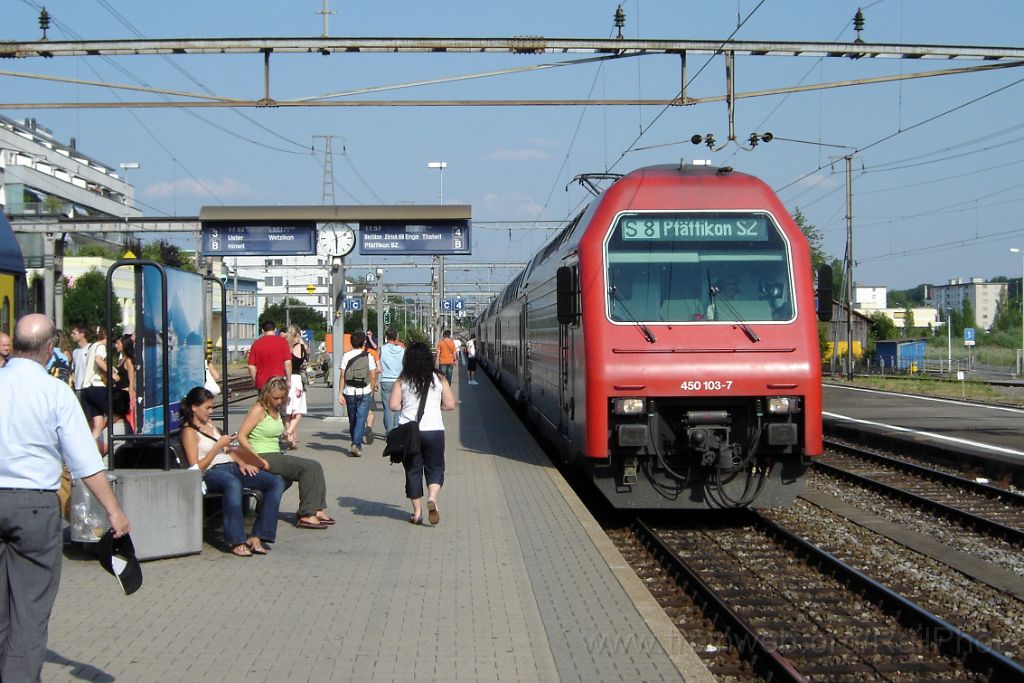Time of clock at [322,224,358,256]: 5:57
